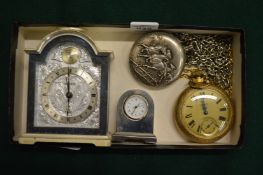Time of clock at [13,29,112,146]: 5:59
